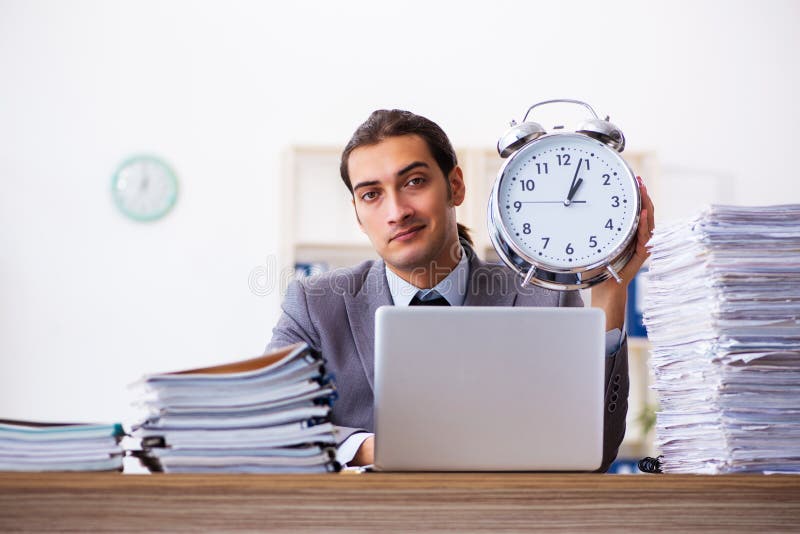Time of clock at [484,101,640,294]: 1:03
